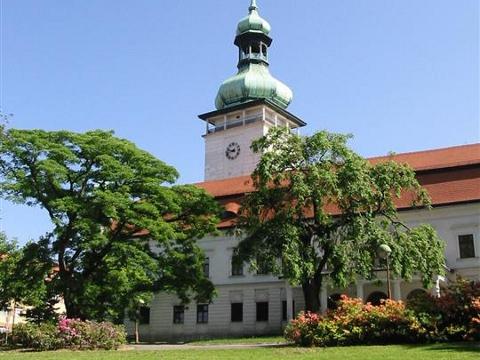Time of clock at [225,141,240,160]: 9:42
